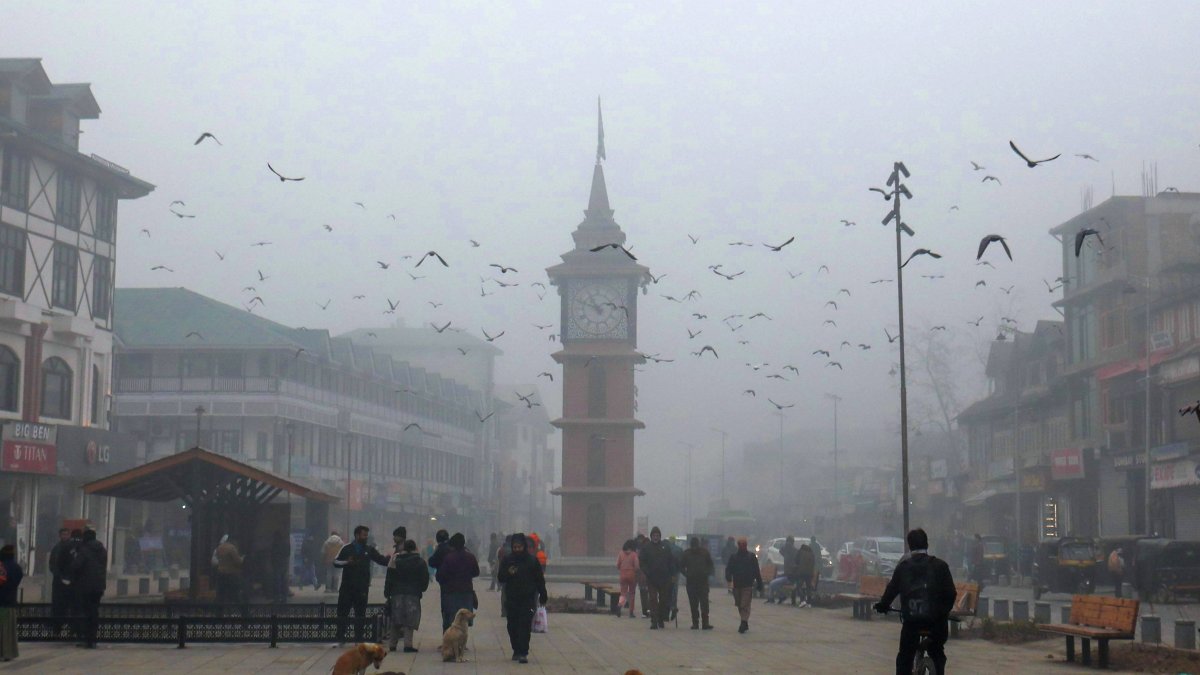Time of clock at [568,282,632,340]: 10:48
